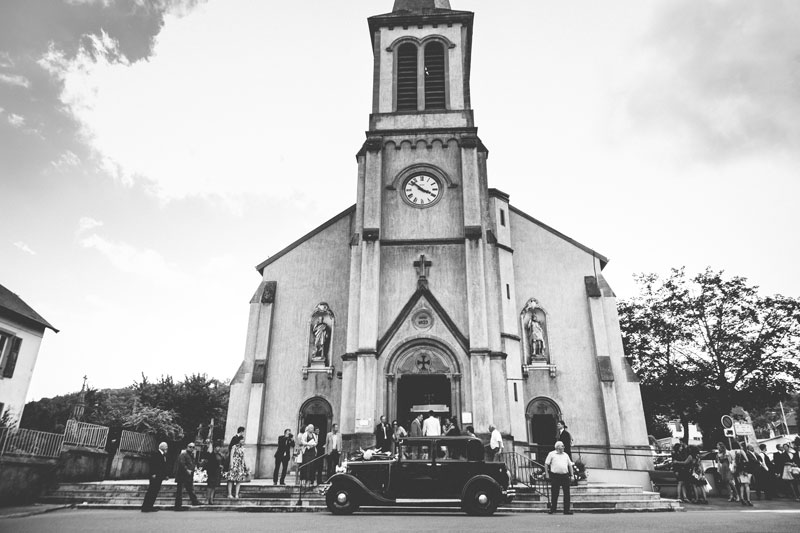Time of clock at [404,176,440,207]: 3:51
